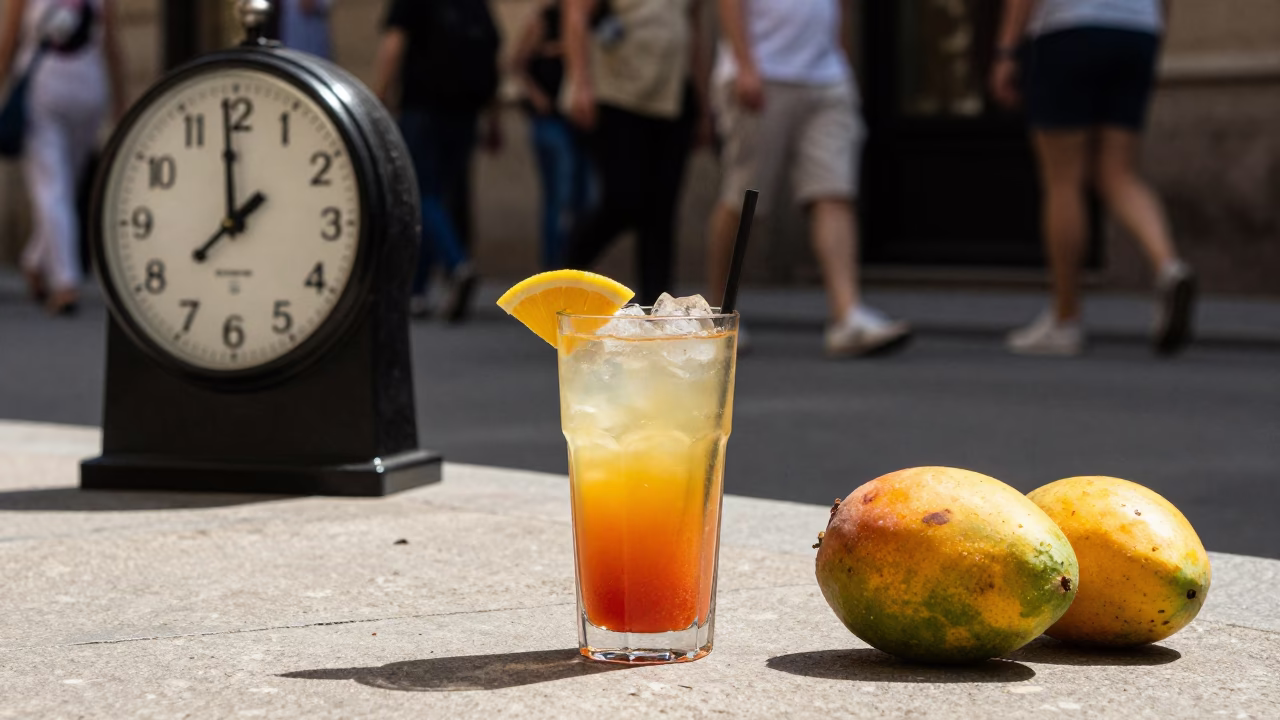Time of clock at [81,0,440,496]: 7:59
